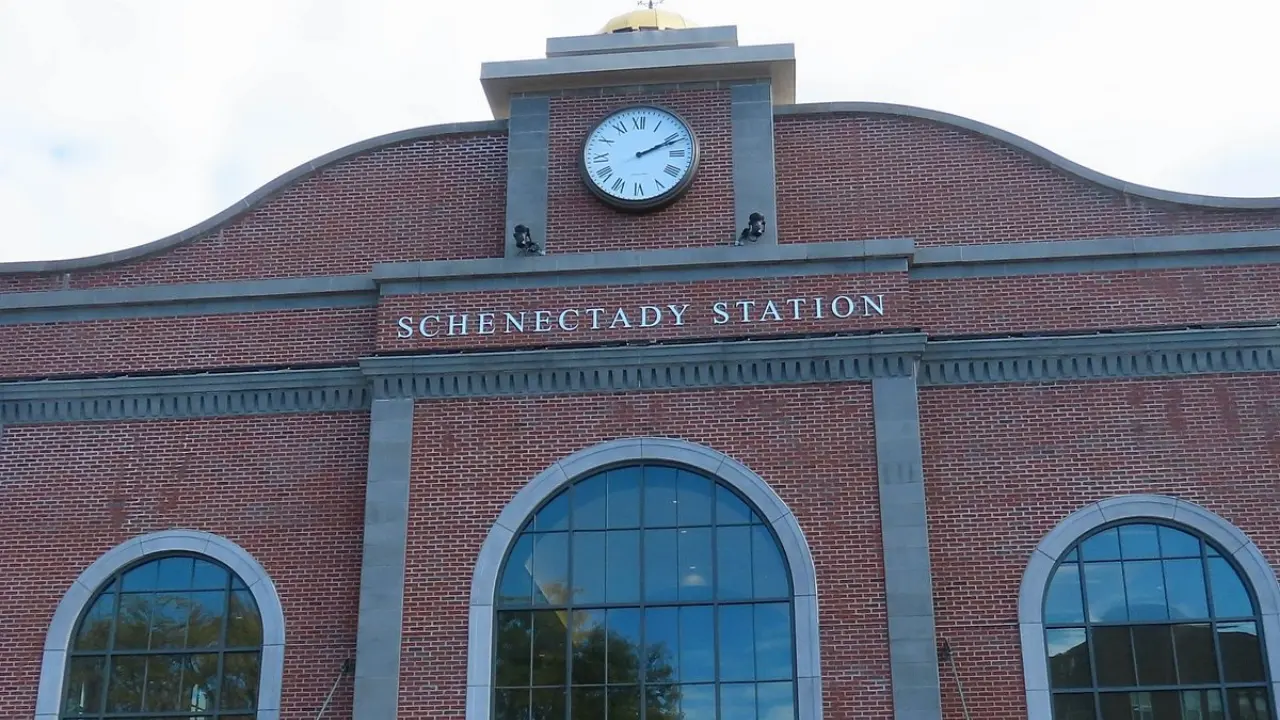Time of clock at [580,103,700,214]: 2:11
